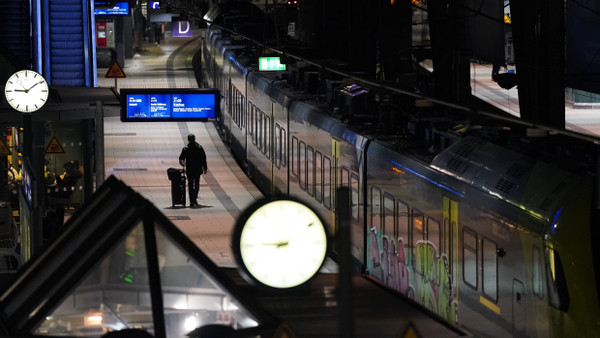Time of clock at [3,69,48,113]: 9:08
